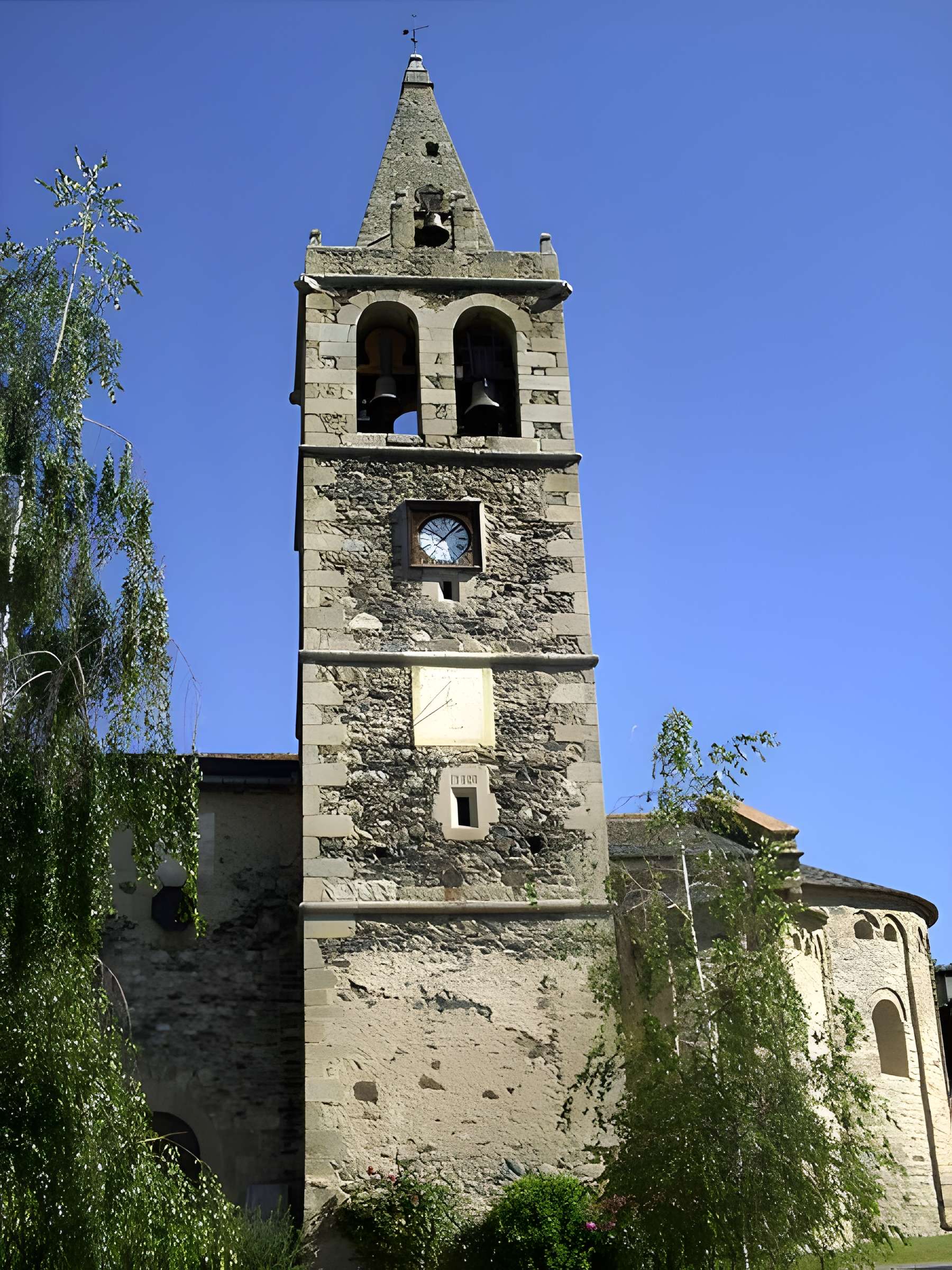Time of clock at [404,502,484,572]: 10:07
